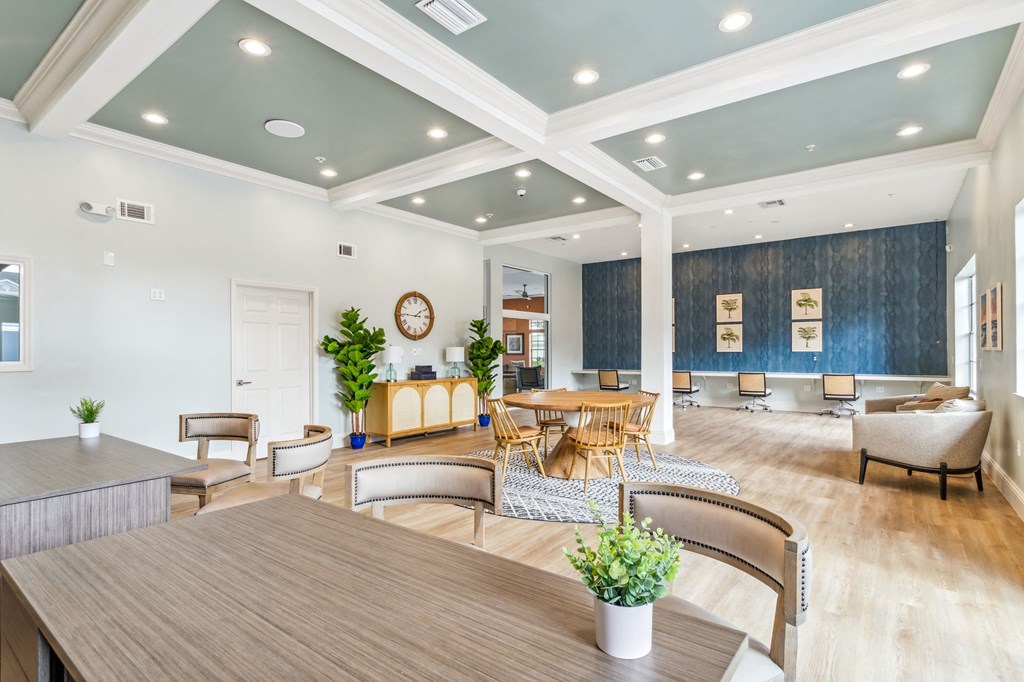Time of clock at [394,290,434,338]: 1:45
